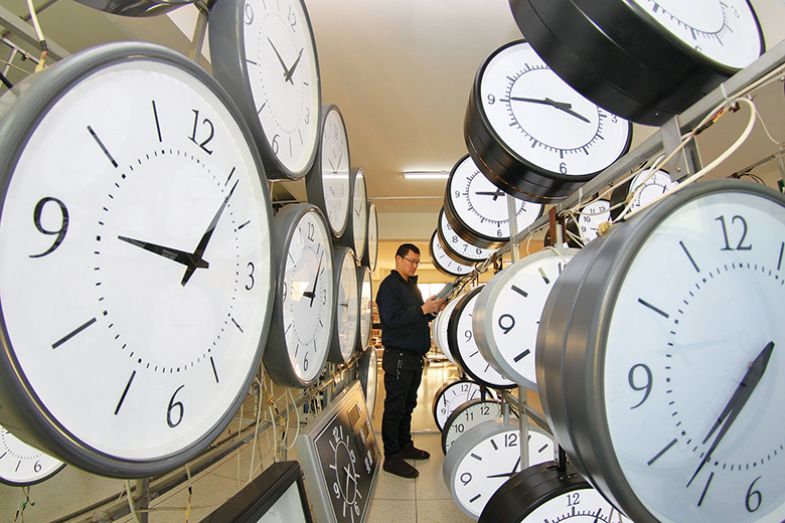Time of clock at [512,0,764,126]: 3:45
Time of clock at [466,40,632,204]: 3:45
